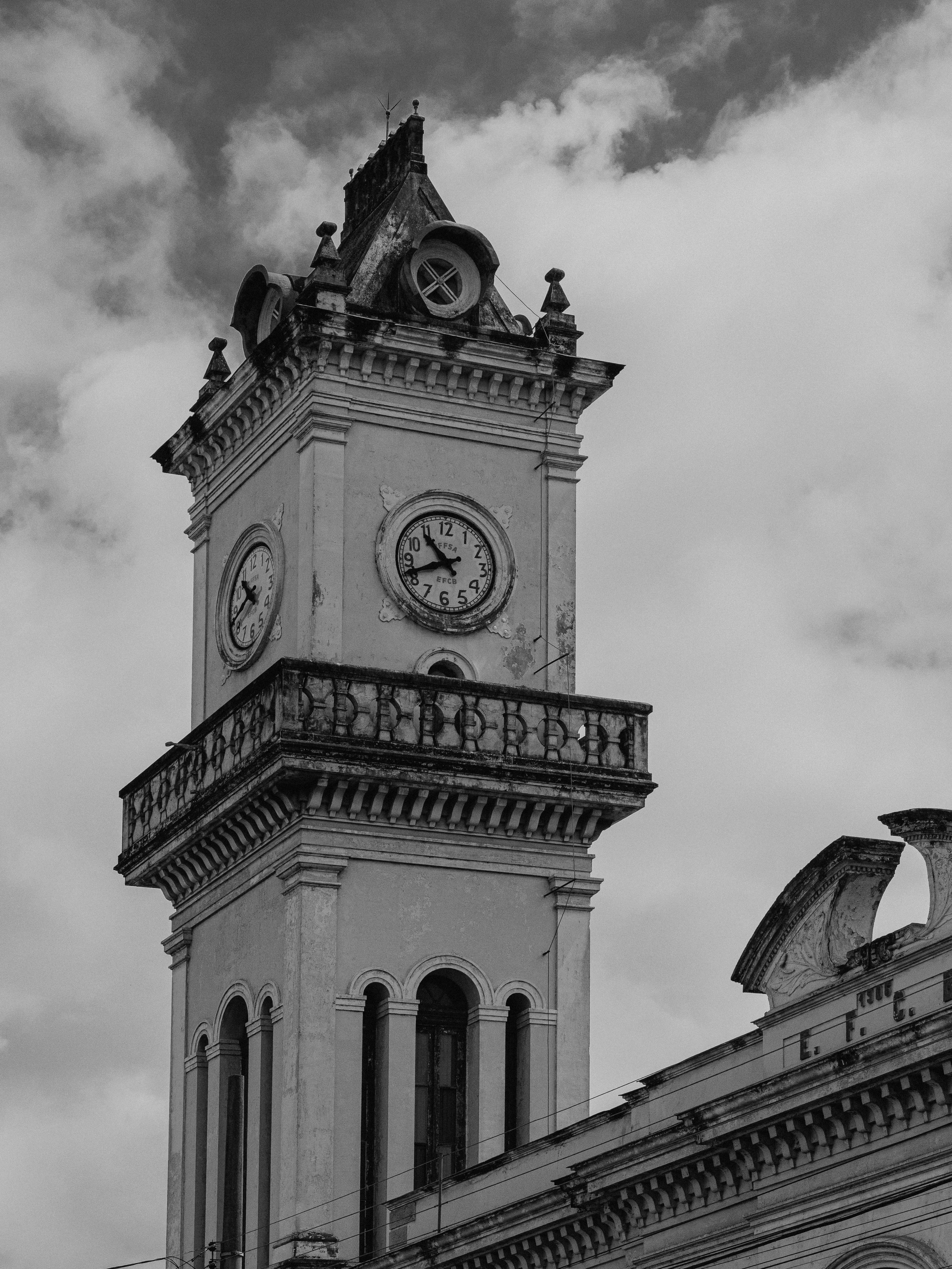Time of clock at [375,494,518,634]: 10:41
